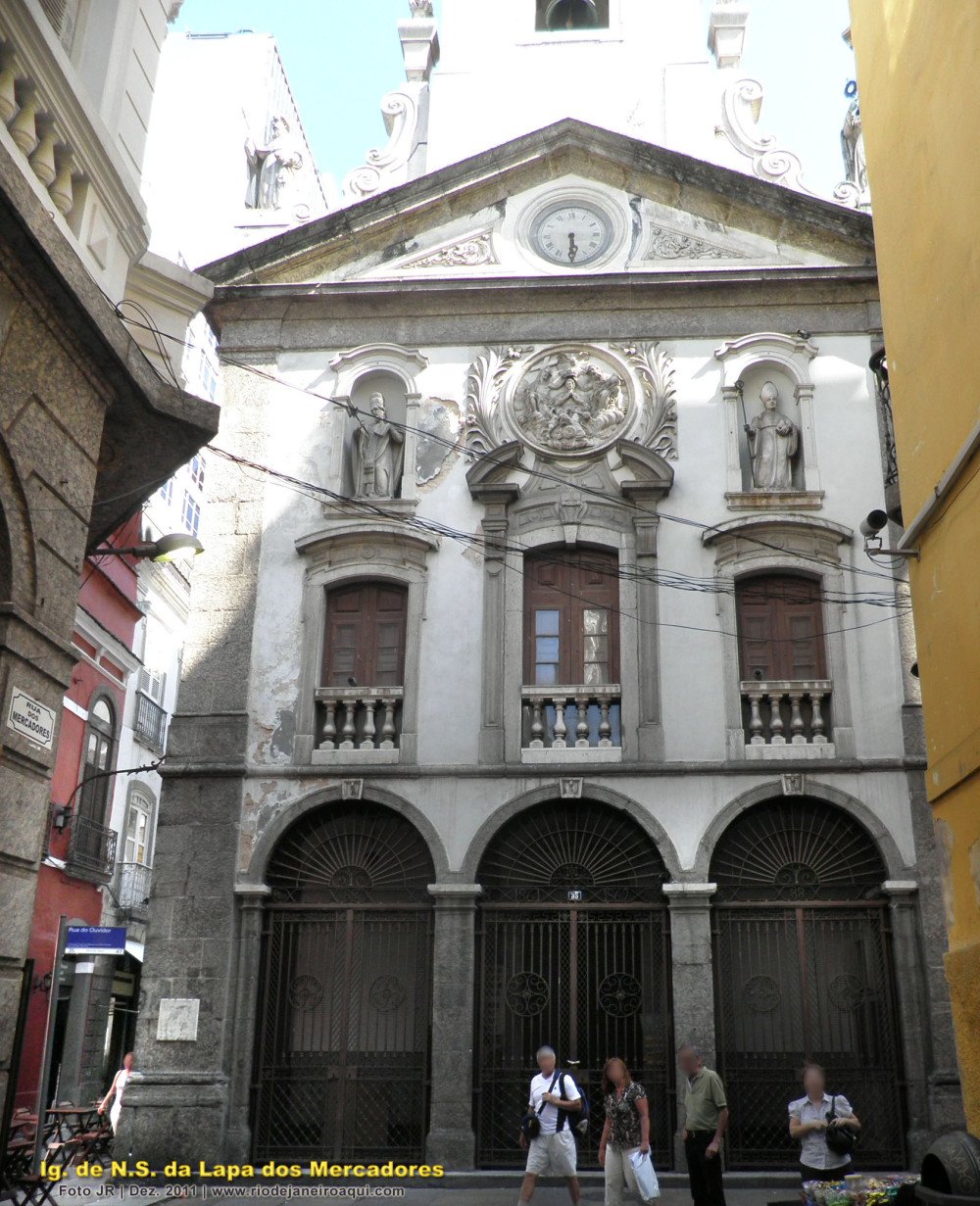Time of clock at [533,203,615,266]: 5:29
